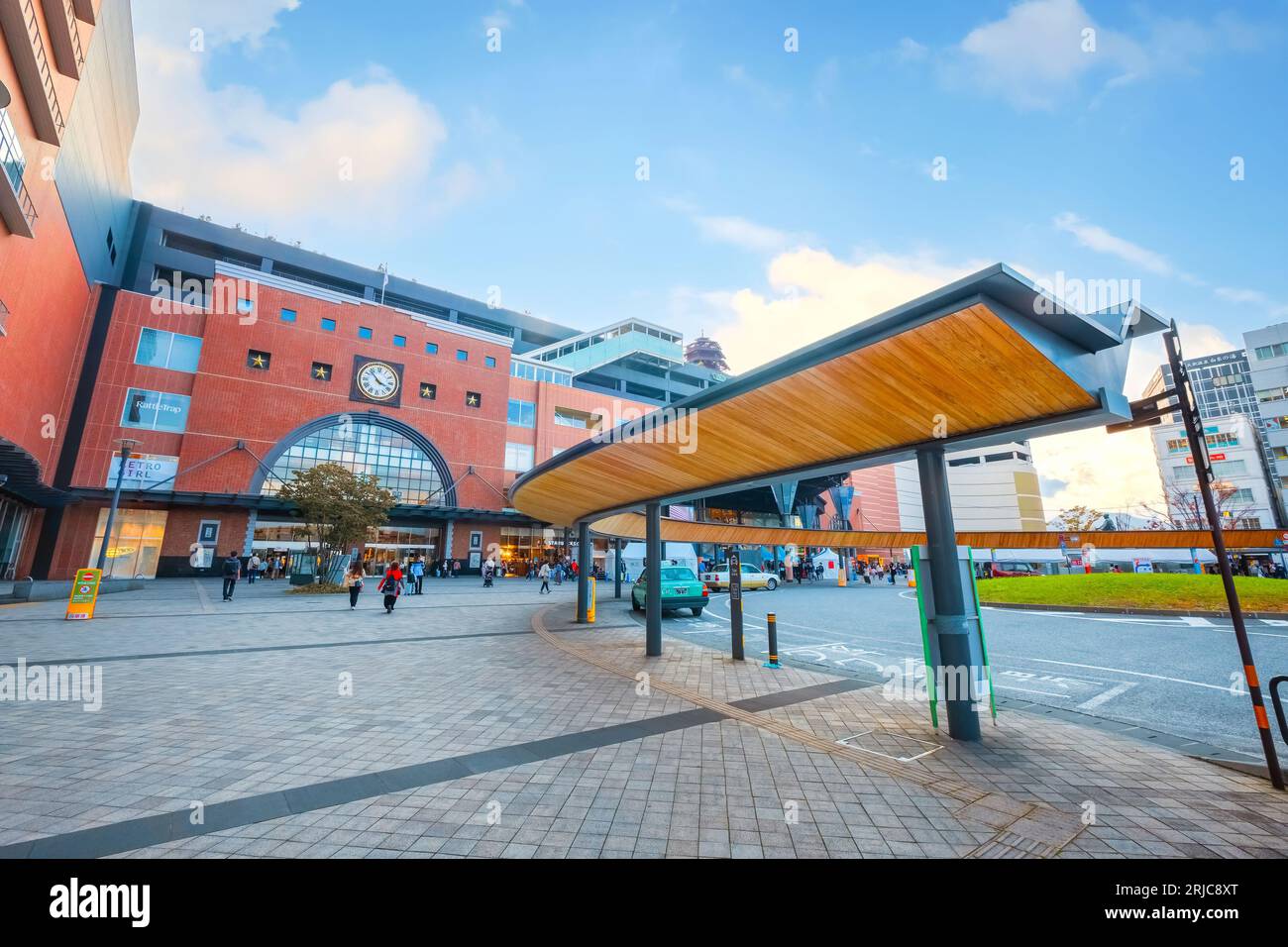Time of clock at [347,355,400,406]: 3:53
